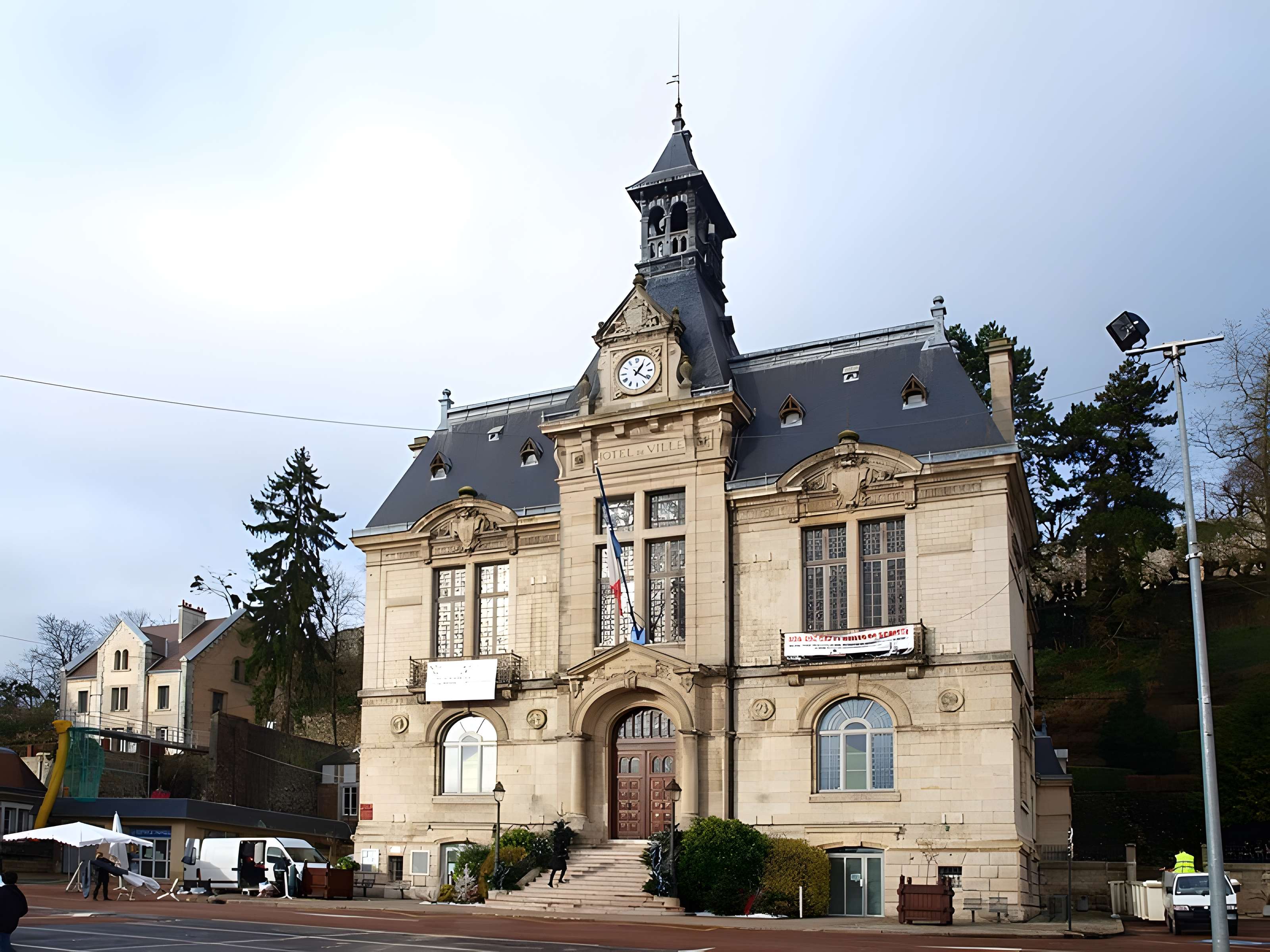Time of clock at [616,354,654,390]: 1:21
